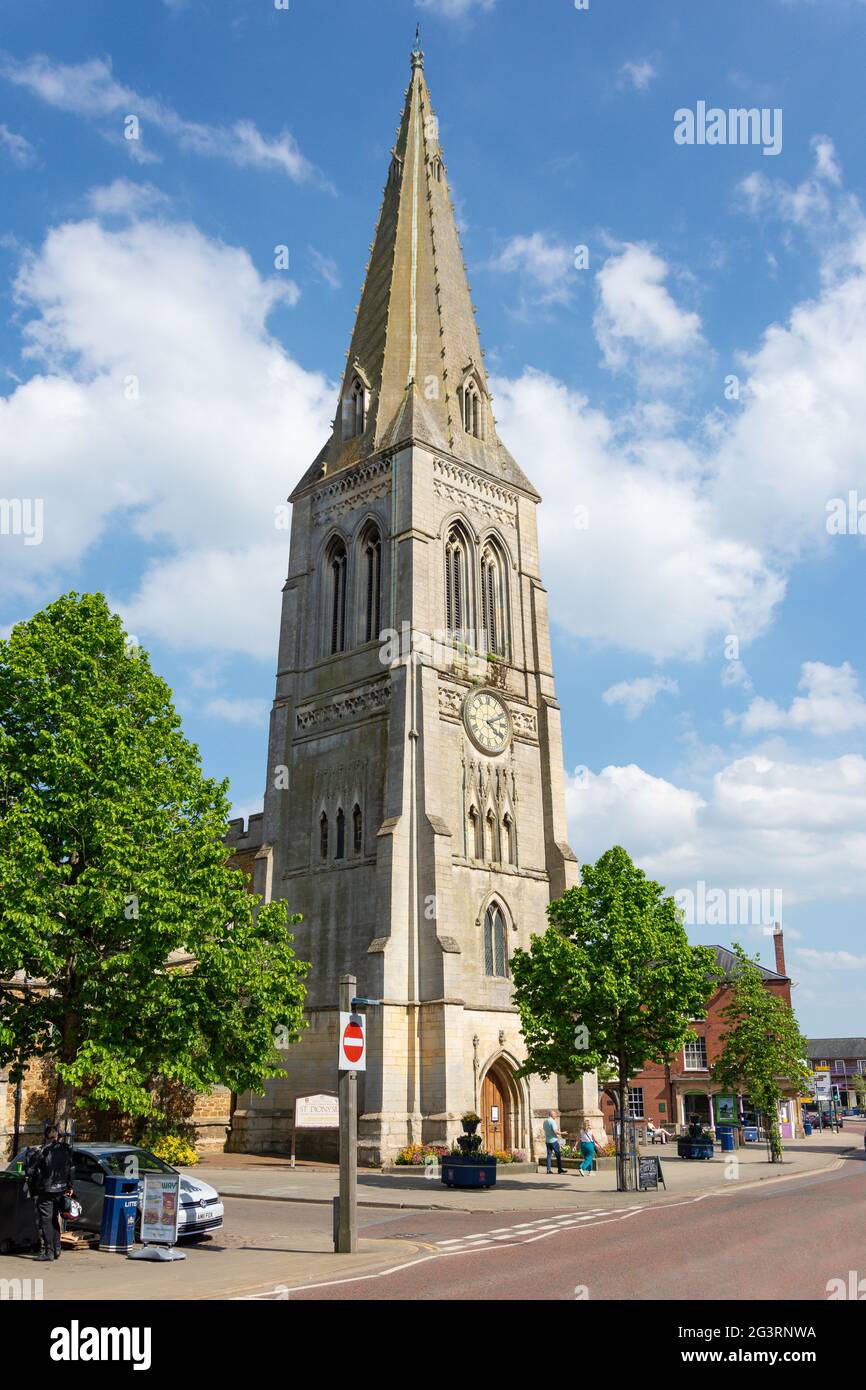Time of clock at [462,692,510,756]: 4:10
